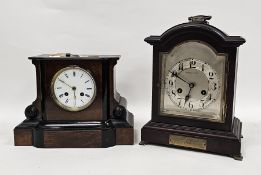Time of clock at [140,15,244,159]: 6:48
